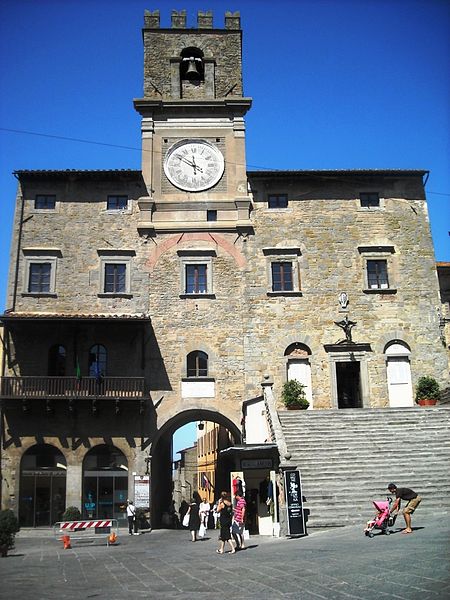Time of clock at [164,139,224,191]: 11:50
